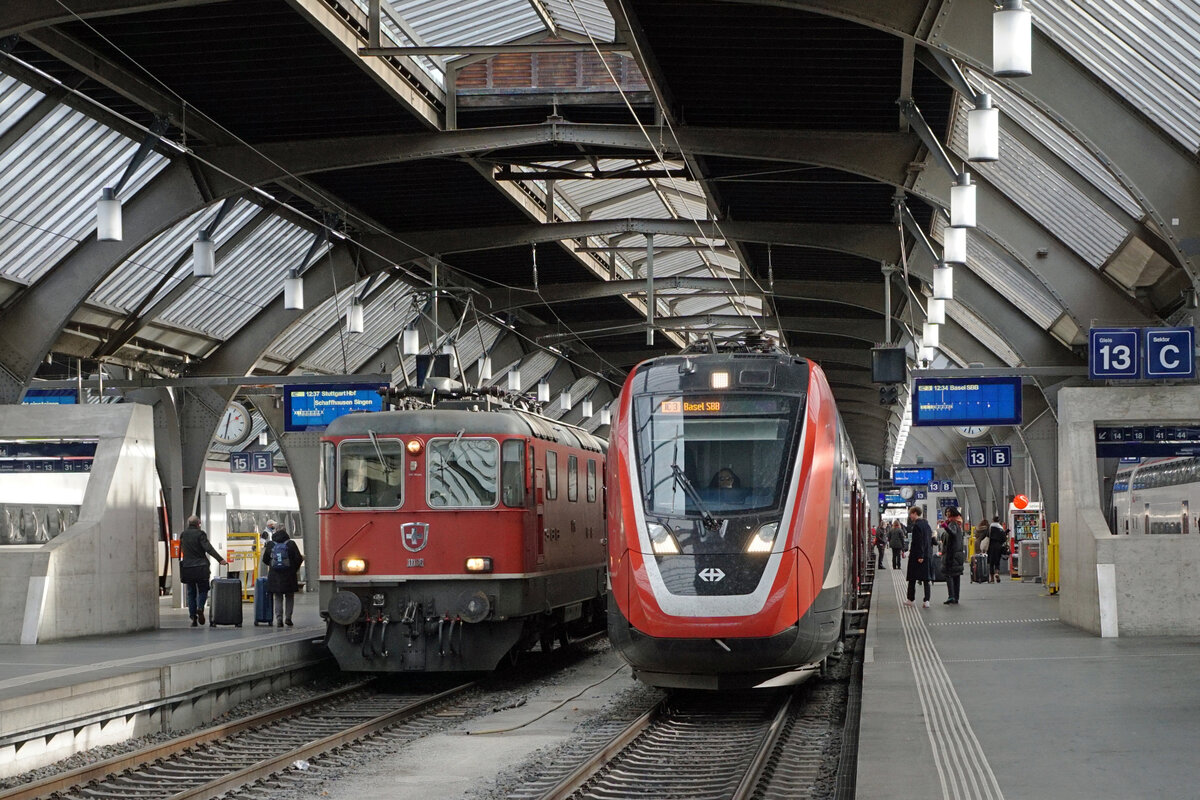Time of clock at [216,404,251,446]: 12:32
